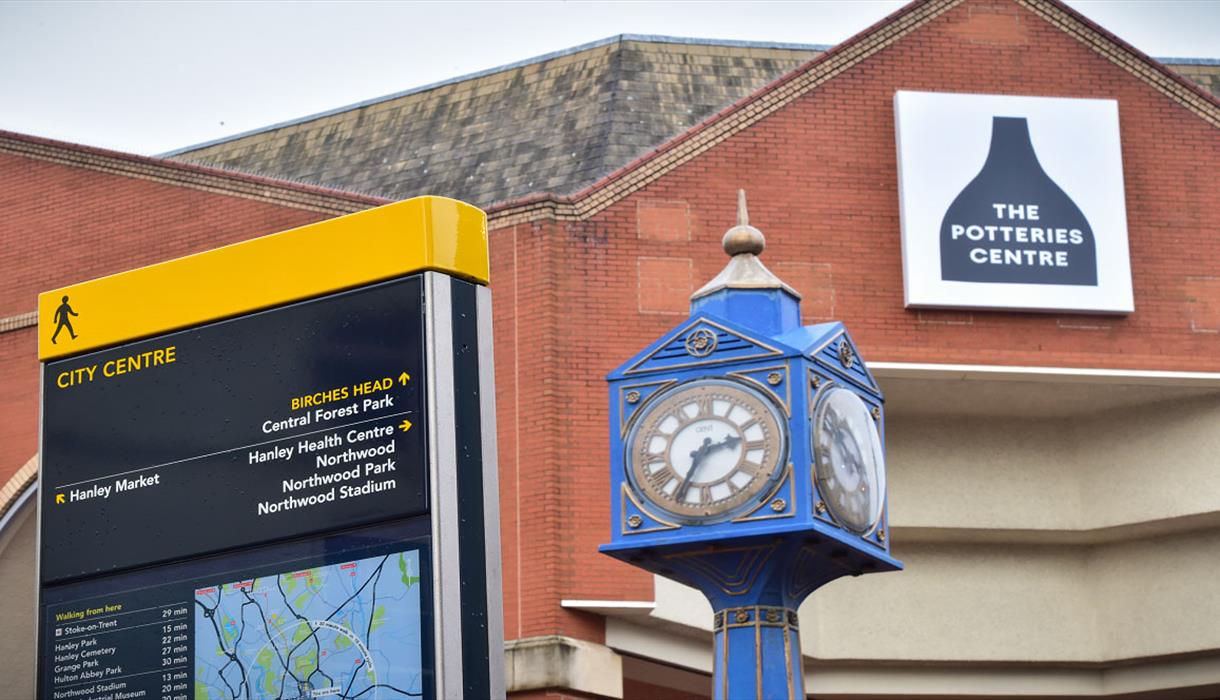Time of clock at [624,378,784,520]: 2:34
